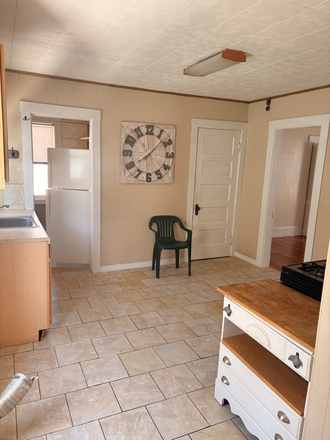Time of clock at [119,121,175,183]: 8:07
